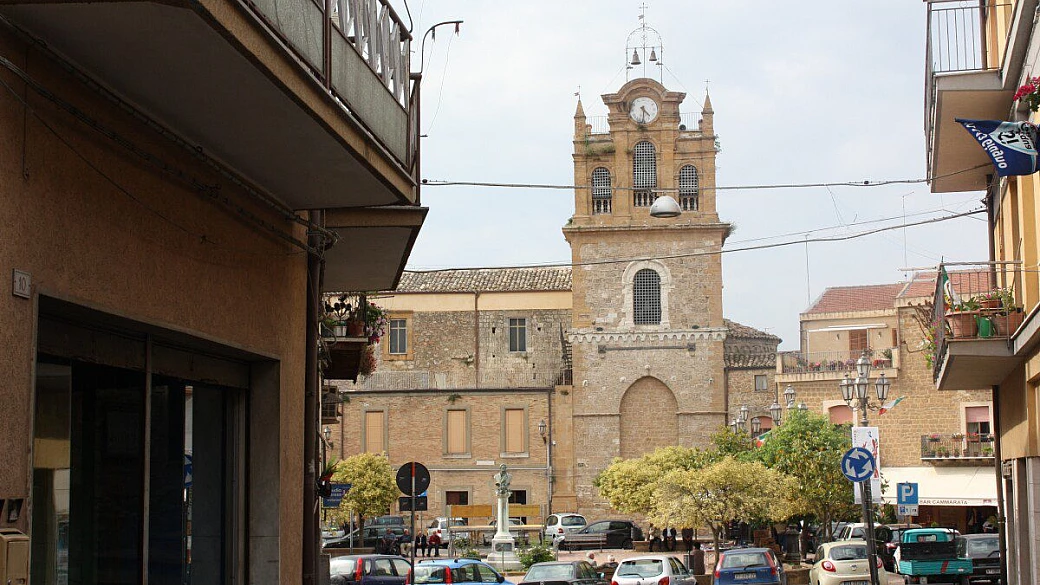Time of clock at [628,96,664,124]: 4:31
